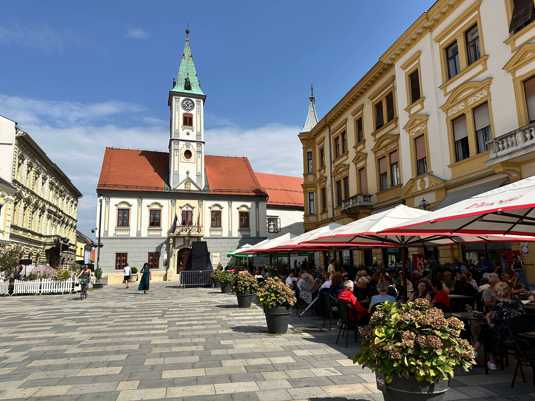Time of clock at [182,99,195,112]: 10:36
